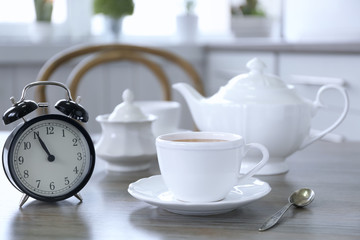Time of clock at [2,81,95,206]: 10:55
